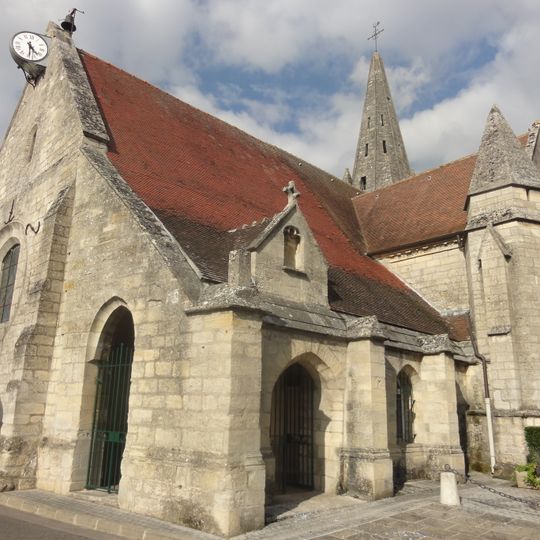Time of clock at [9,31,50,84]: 4:29
